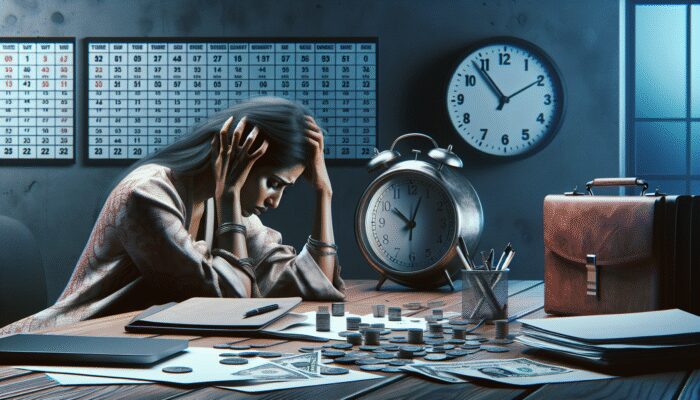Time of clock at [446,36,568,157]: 1:53
